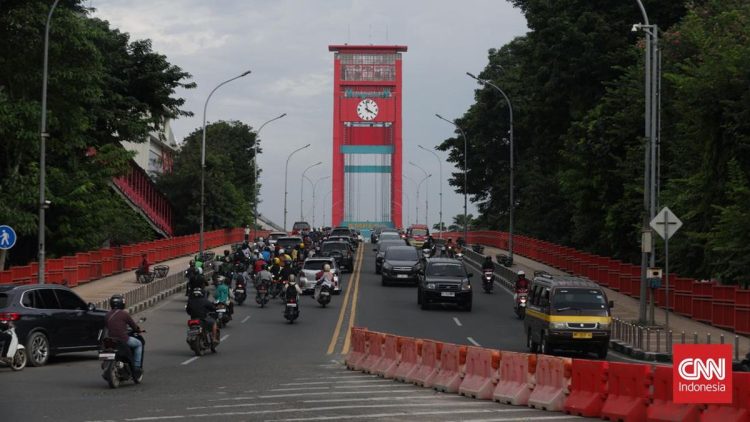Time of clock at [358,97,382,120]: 3:58
